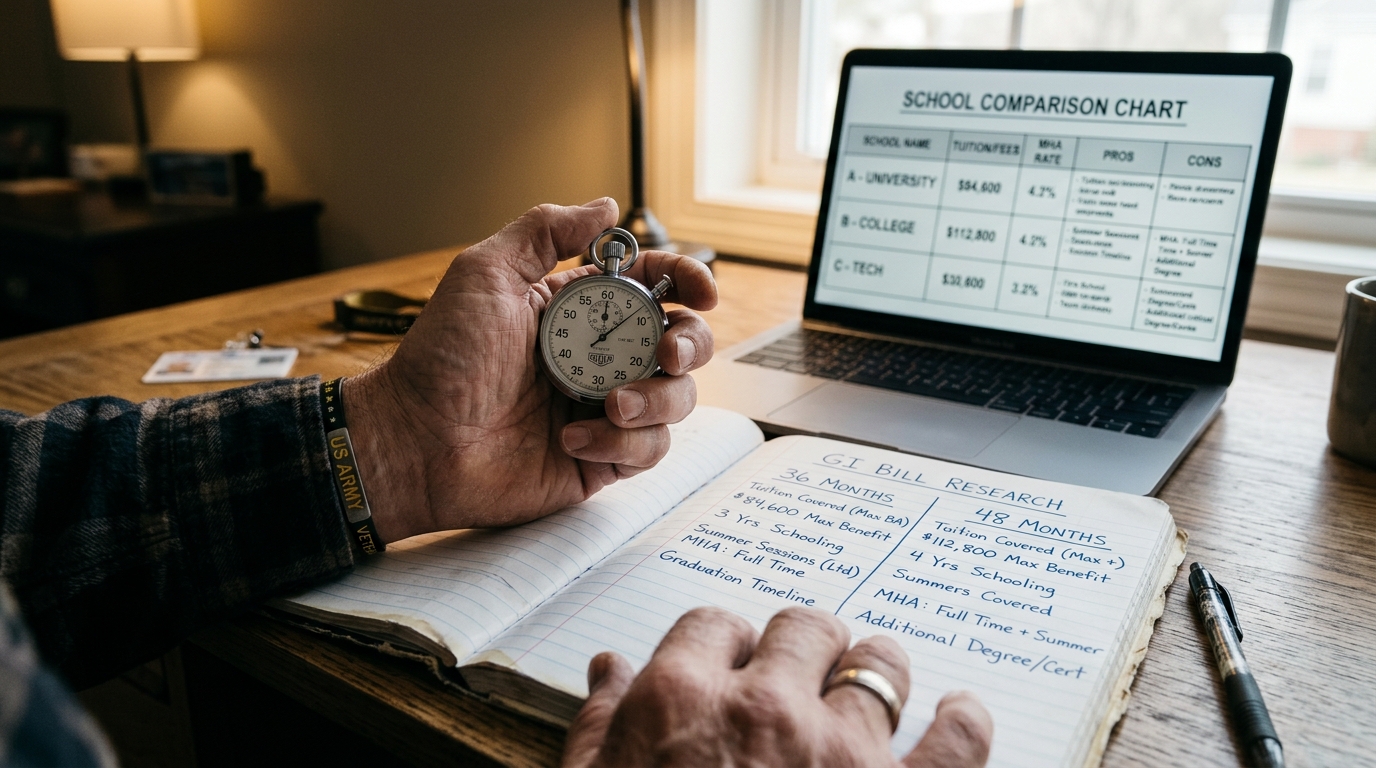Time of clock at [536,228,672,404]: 12:07
